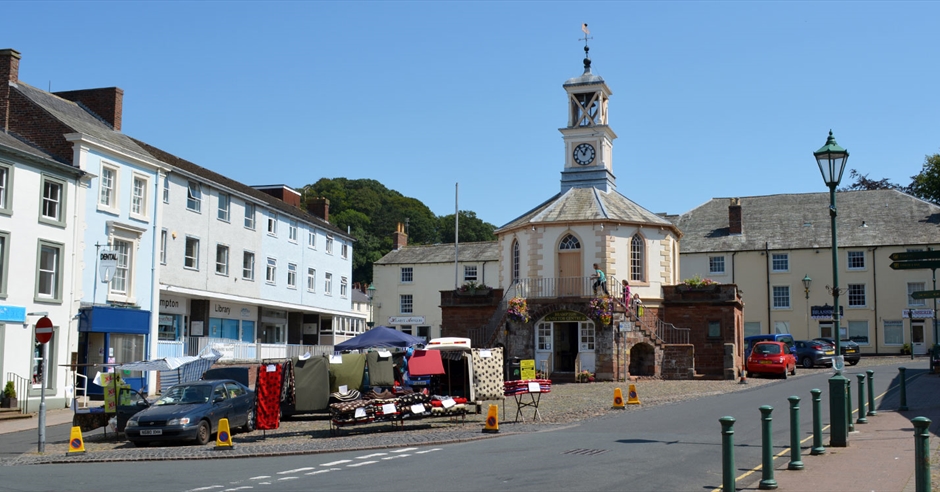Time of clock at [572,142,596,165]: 12:53
